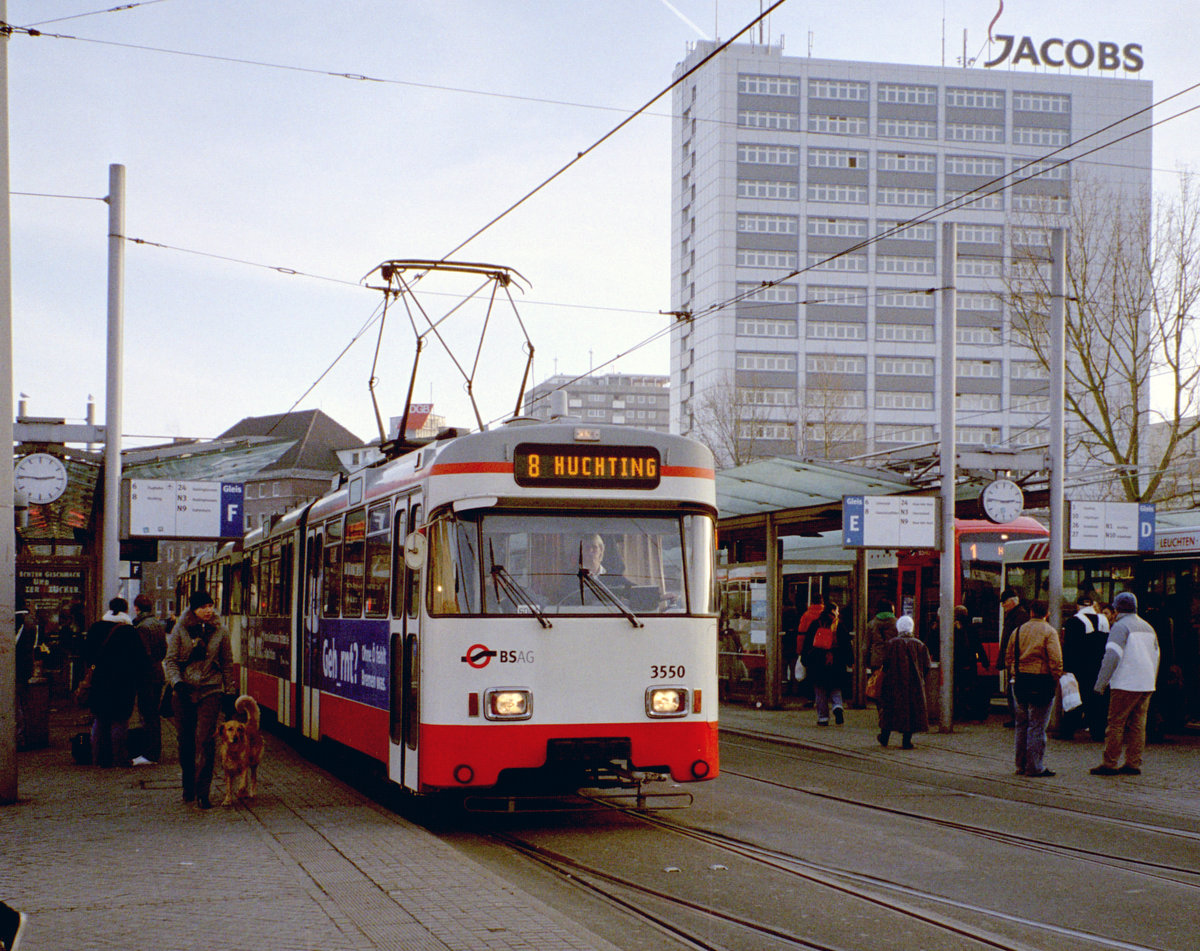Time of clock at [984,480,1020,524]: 2:46
